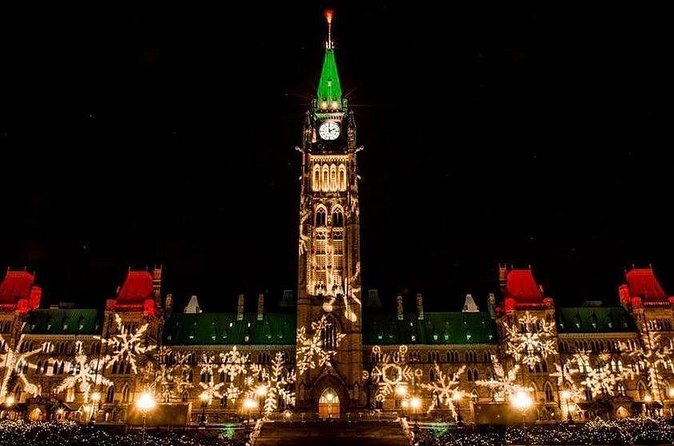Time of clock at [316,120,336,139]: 2:00
